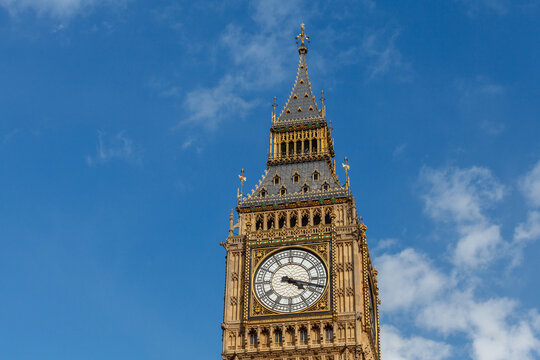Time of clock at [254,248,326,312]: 4:17
